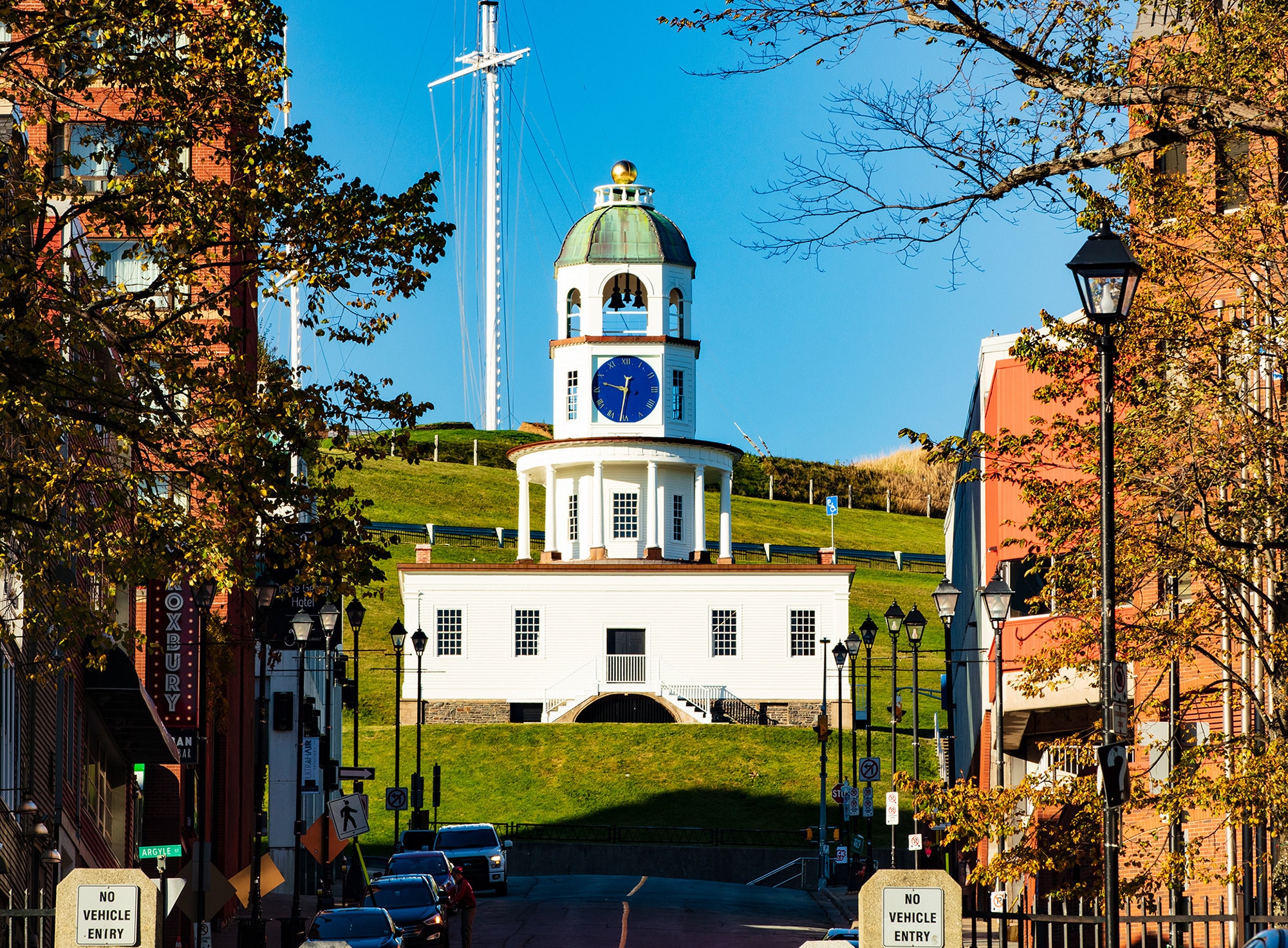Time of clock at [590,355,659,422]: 9:31
